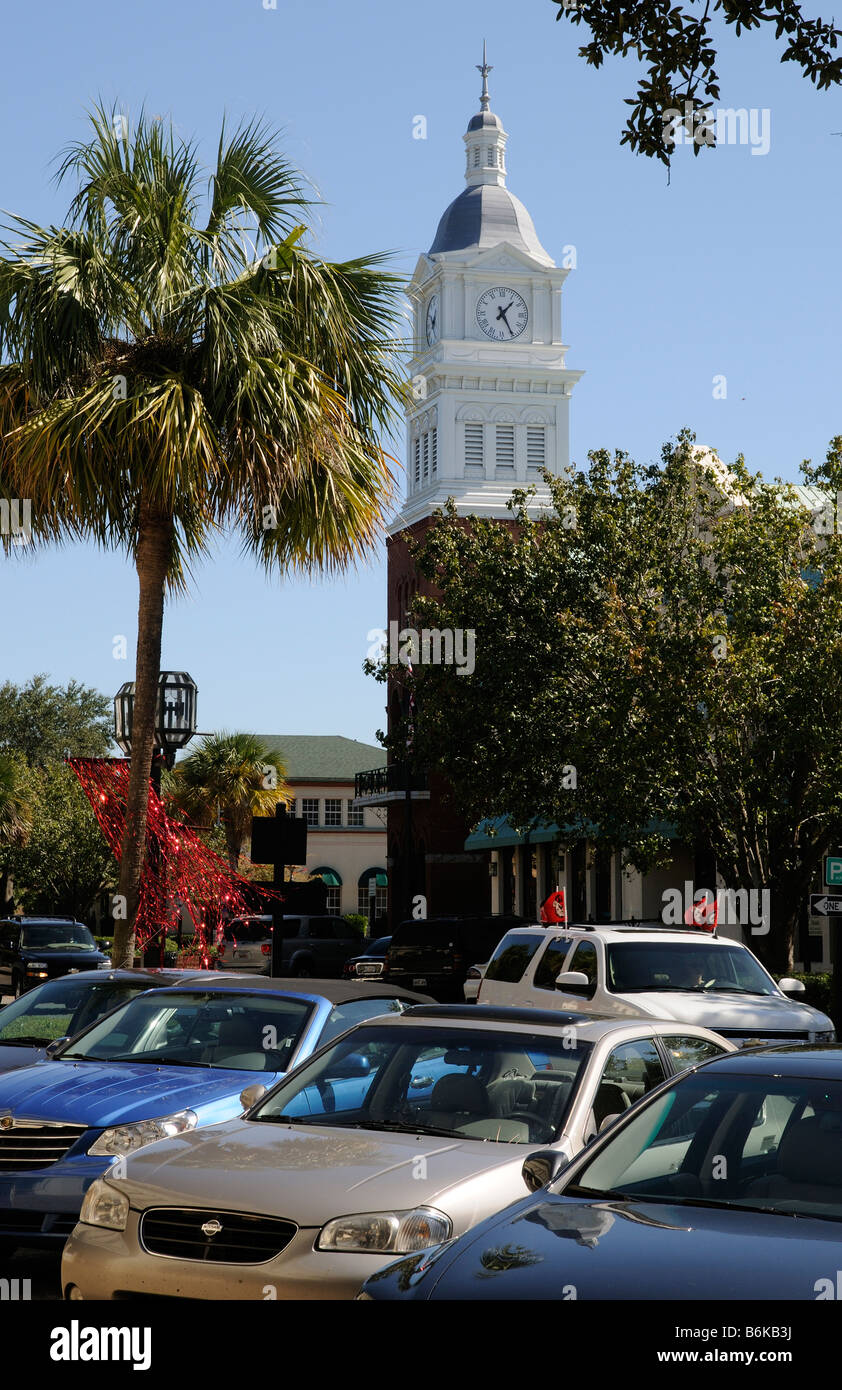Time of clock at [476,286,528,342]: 1:25
